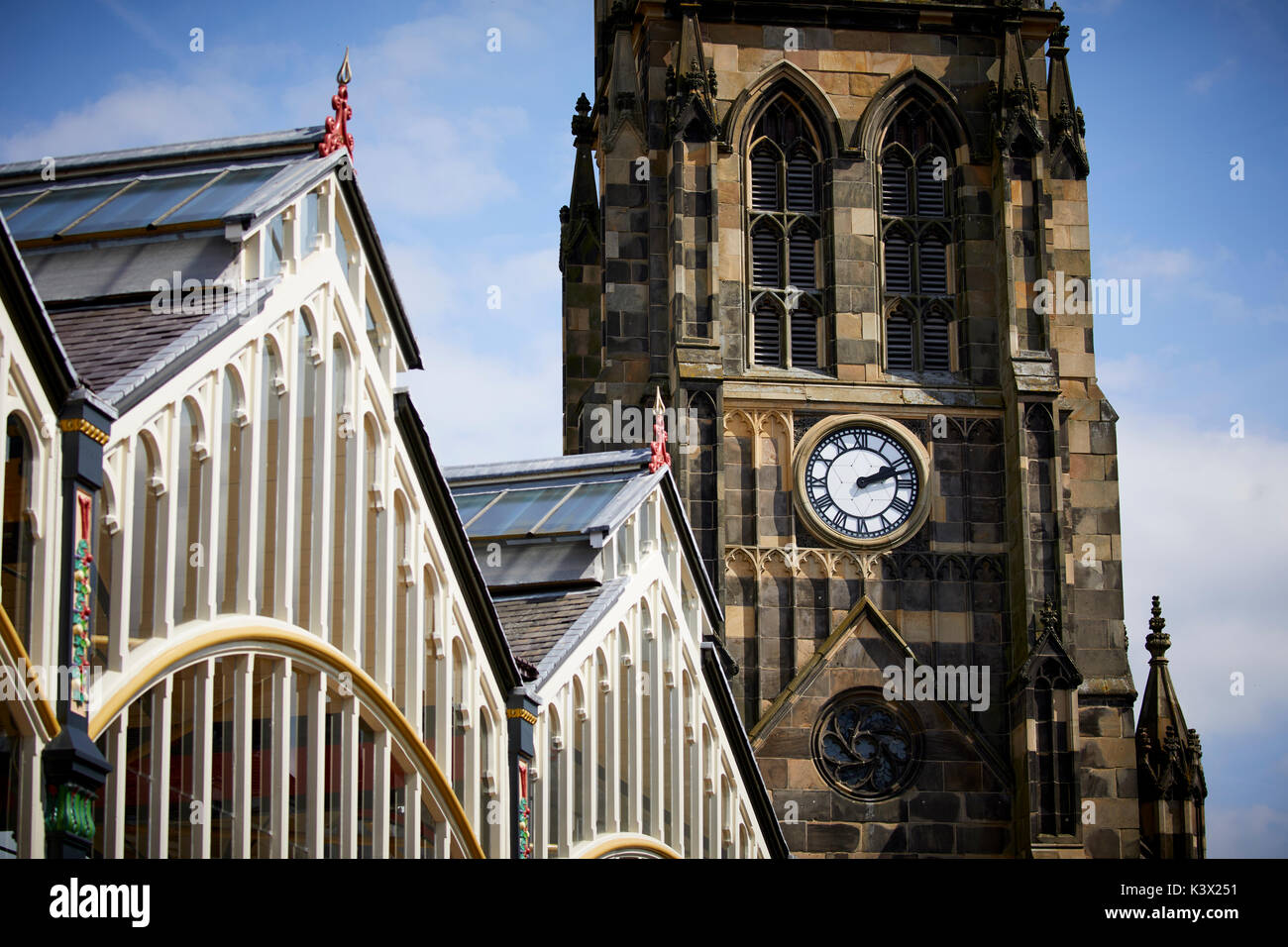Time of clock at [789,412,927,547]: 2:12
